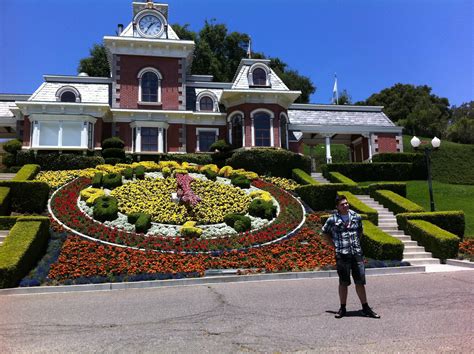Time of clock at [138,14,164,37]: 1:34
